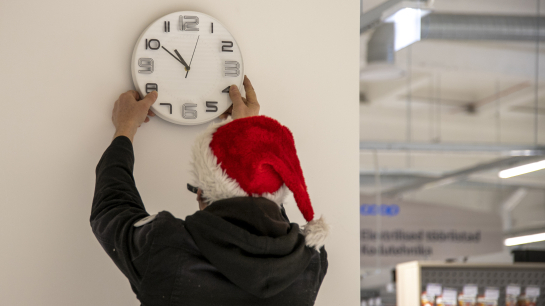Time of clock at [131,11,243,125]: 10:51
